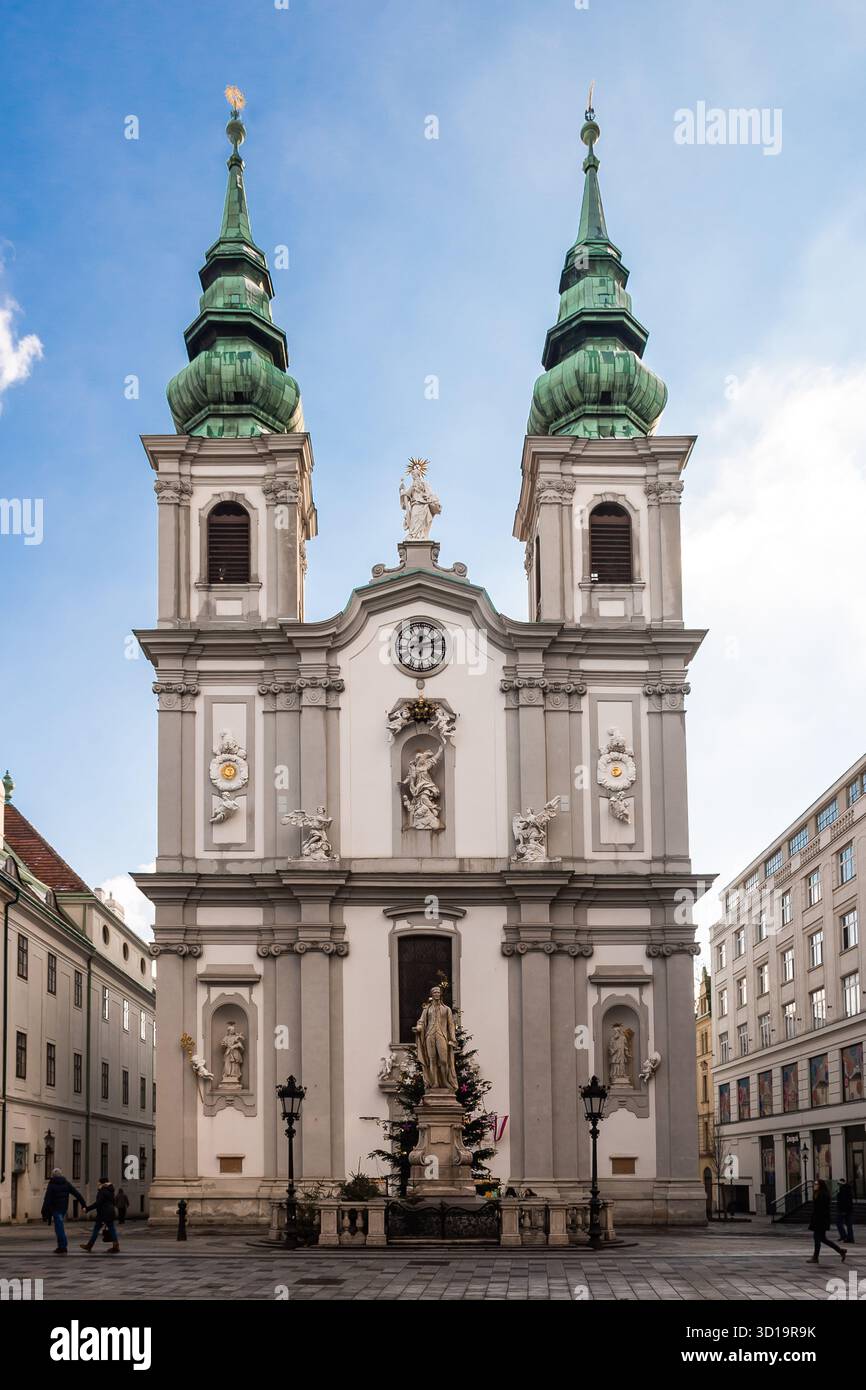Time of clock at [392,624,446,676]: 12:12
